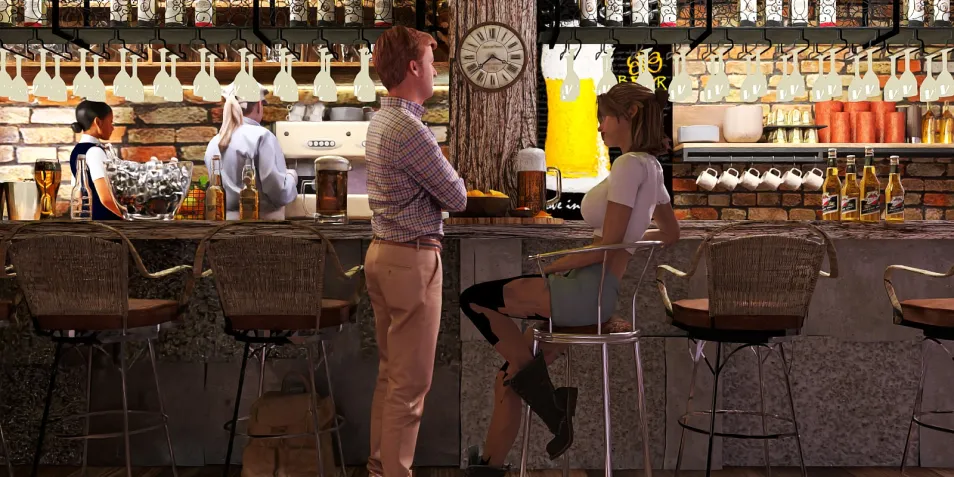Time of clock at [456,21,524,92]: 3:38
